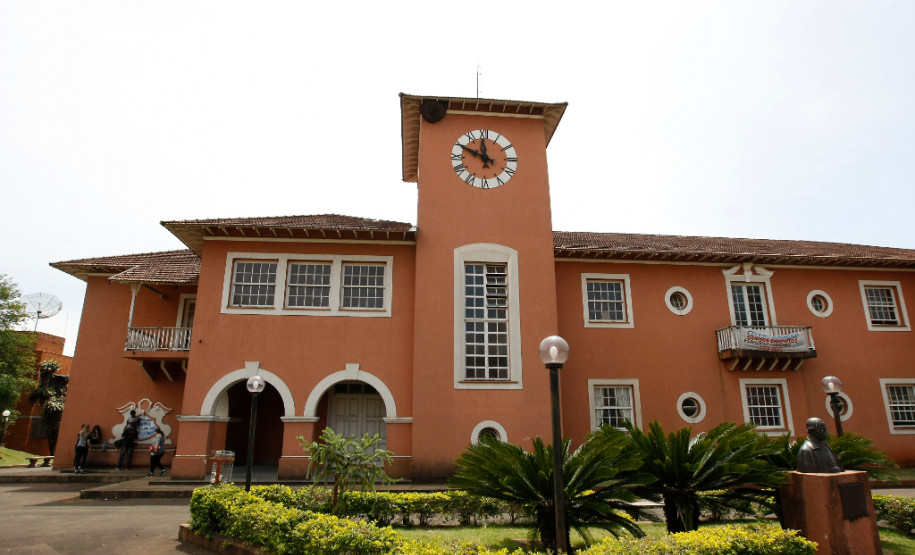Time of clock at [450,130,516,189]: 11:49
